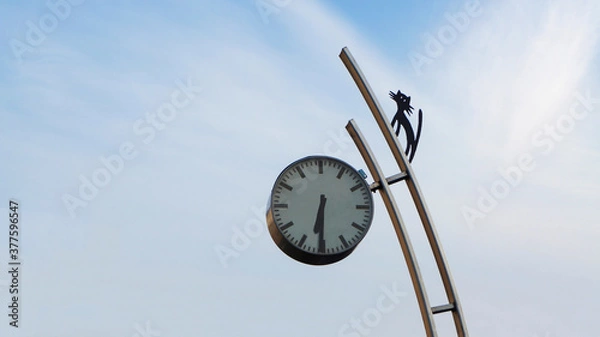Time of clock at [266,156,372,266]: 6:30
